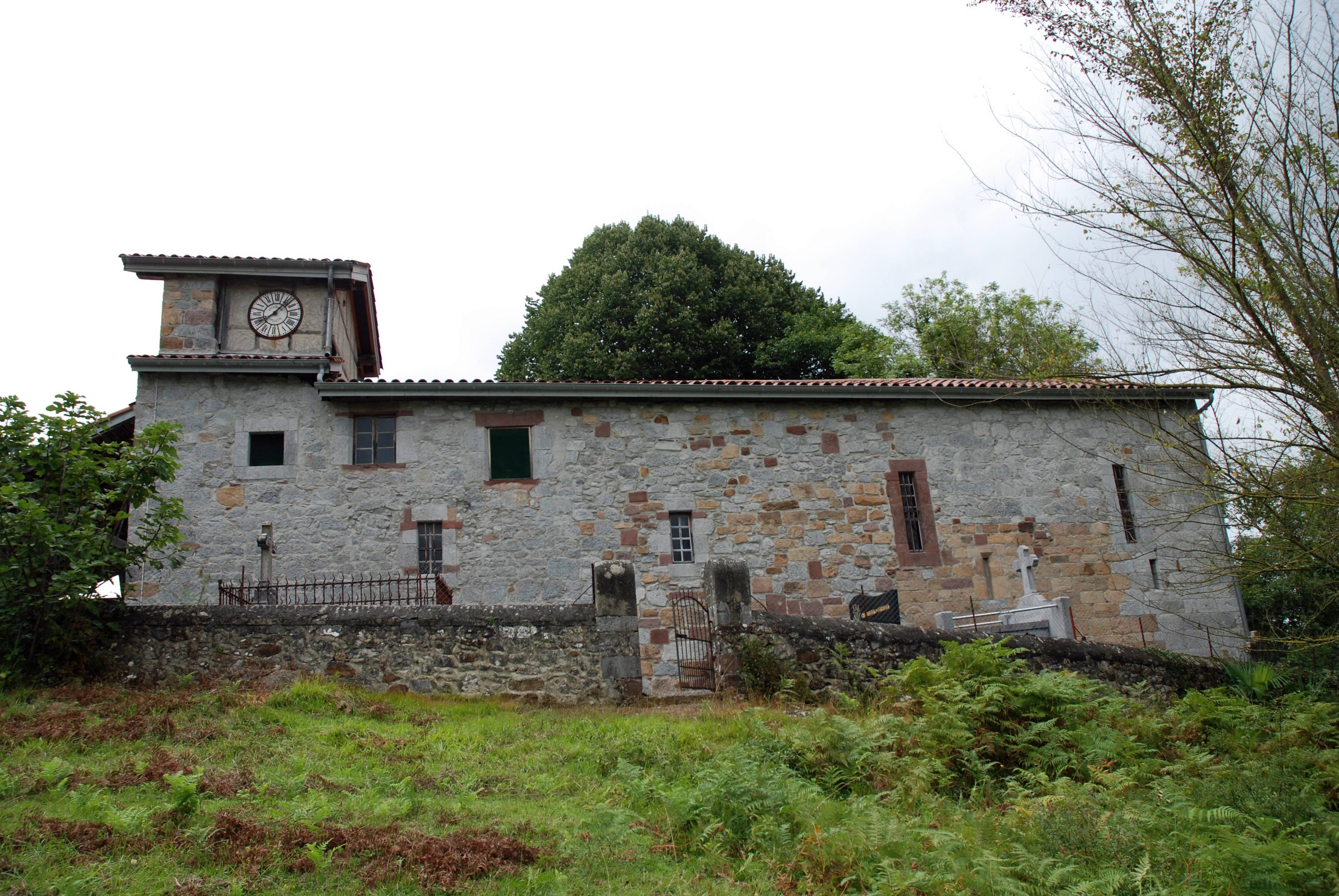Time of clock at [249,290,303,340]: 8:07
